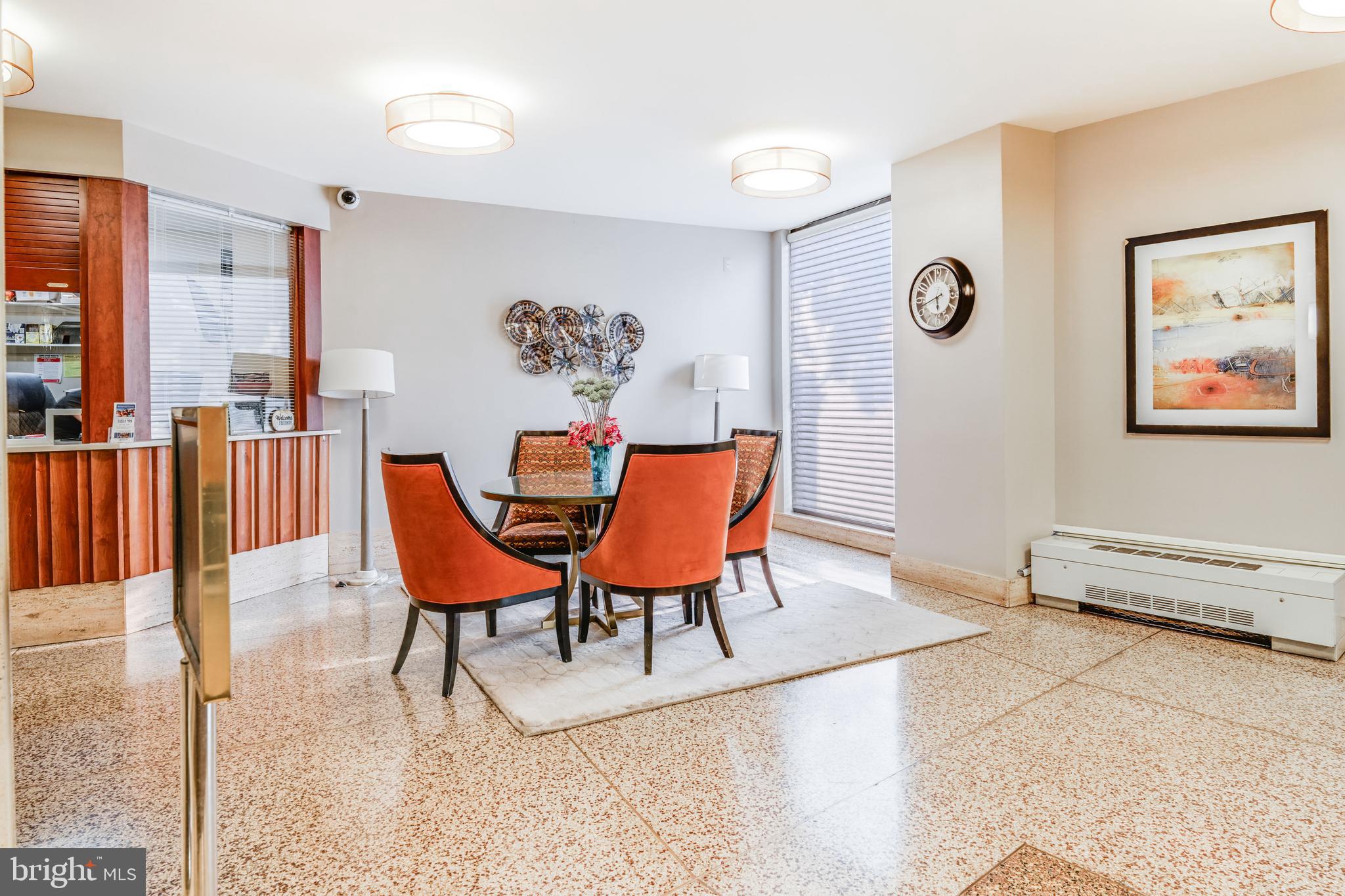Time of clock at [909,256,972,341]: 5:42
